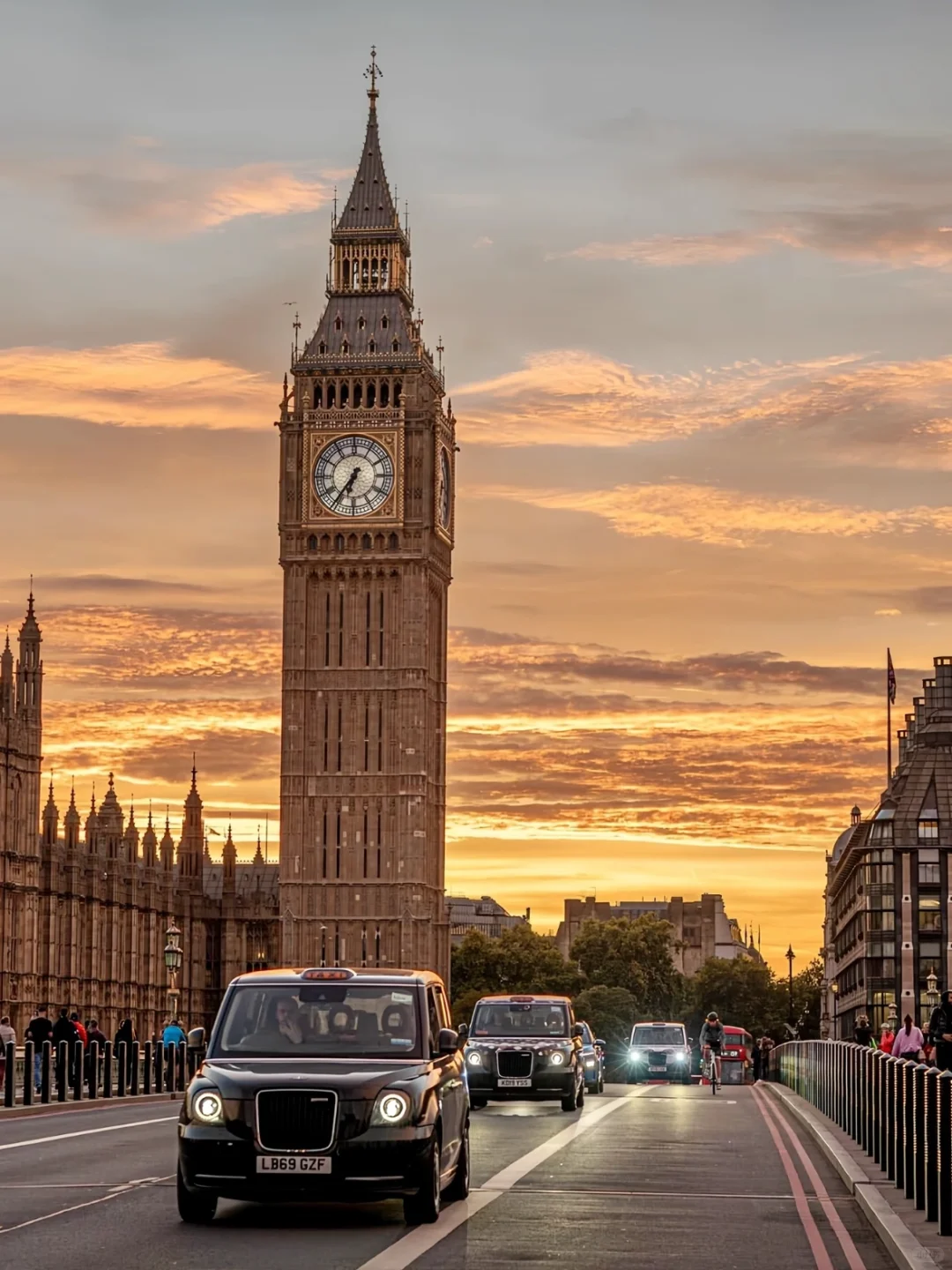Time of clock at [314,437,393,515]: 6:36
